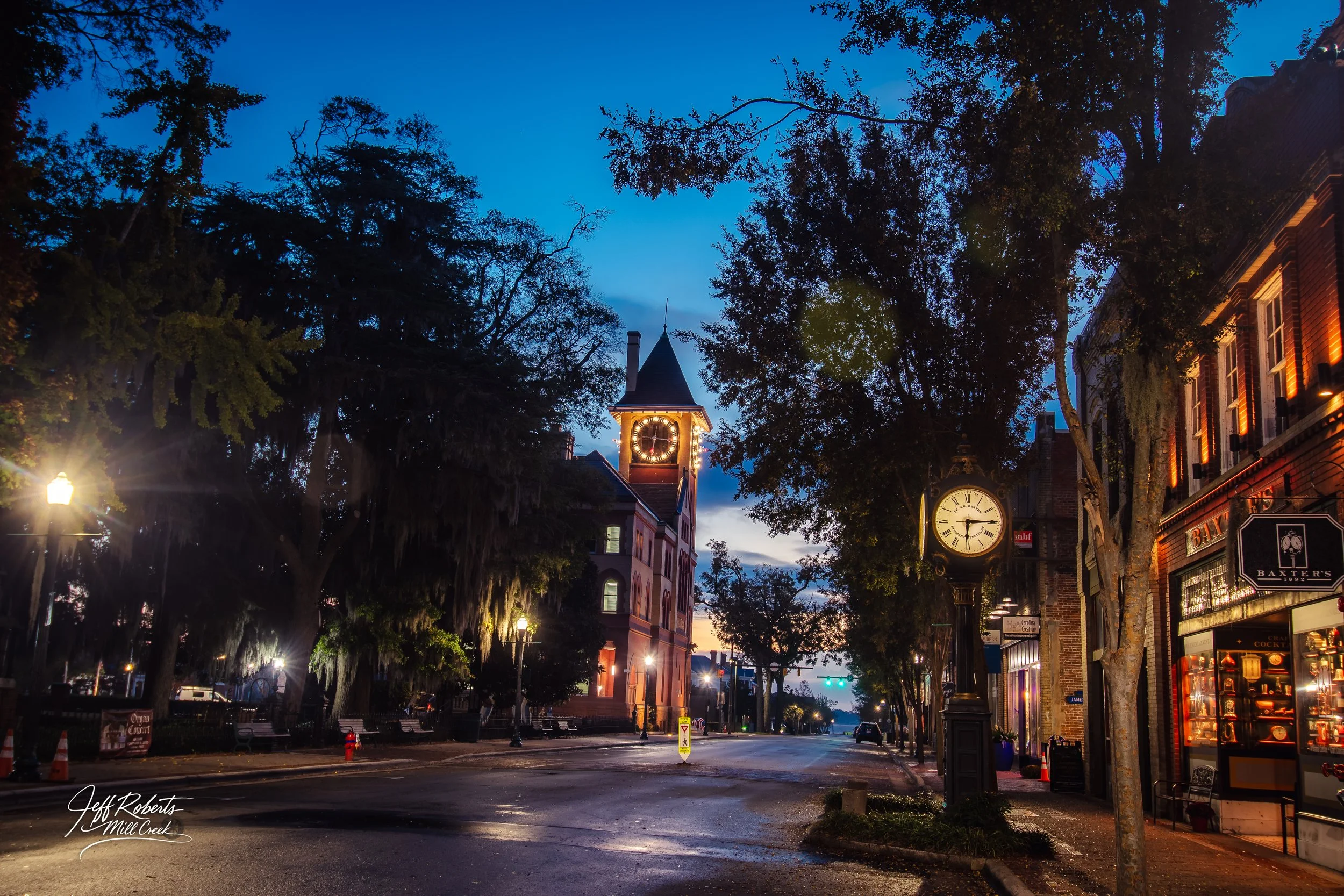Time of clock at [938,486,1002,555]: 6:14
